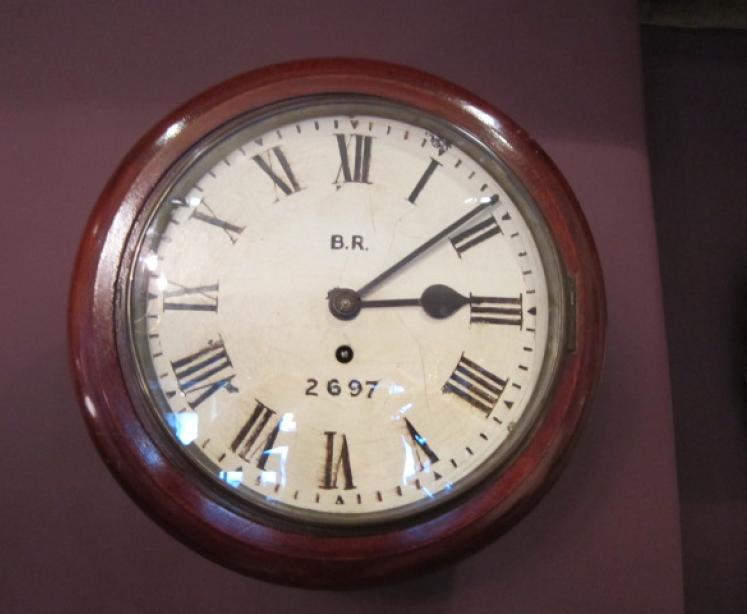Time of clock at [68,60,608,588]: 3:08
